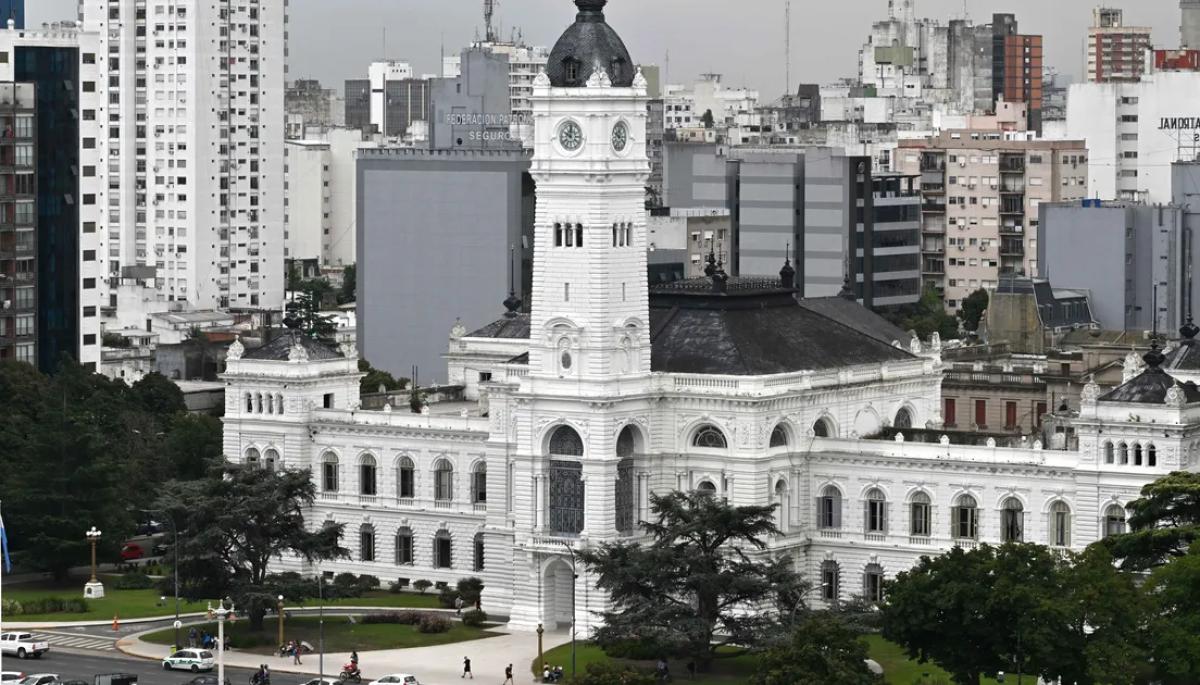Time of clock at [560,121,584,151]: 10:00
